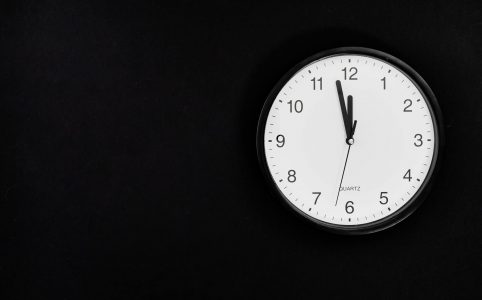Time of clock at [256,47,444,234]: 11:57
